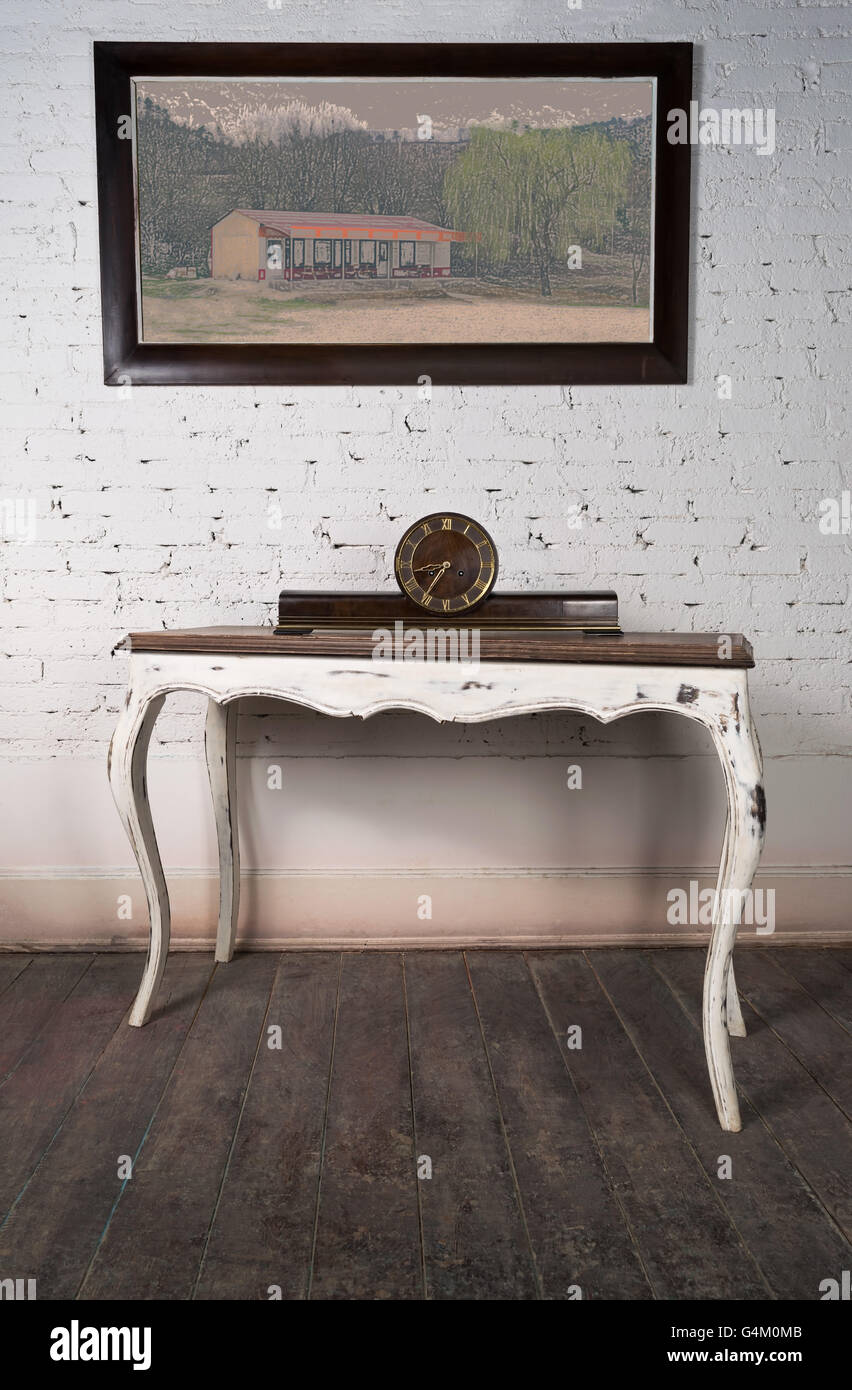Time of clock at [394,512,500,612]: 8:35
